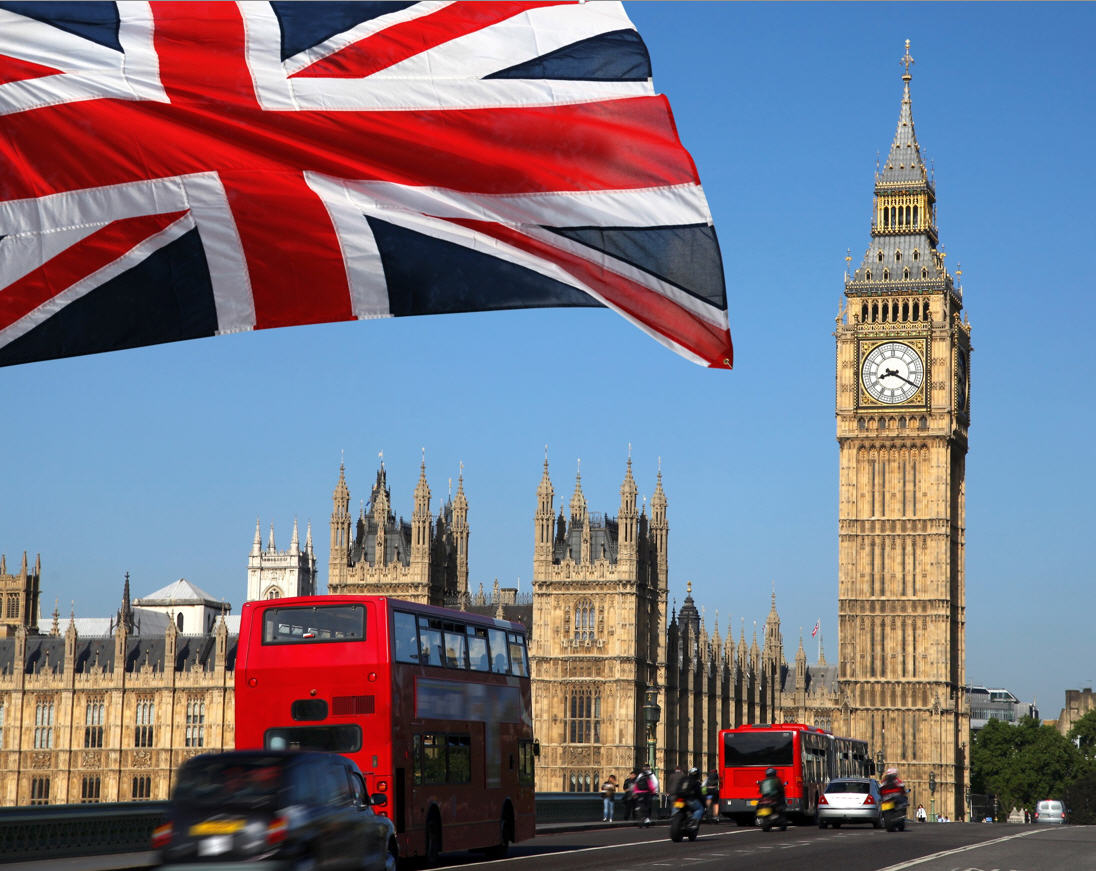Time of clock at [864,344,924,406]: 8:19
